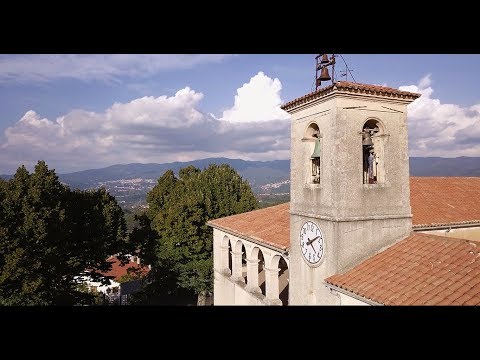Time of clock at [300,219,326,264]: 4:08
